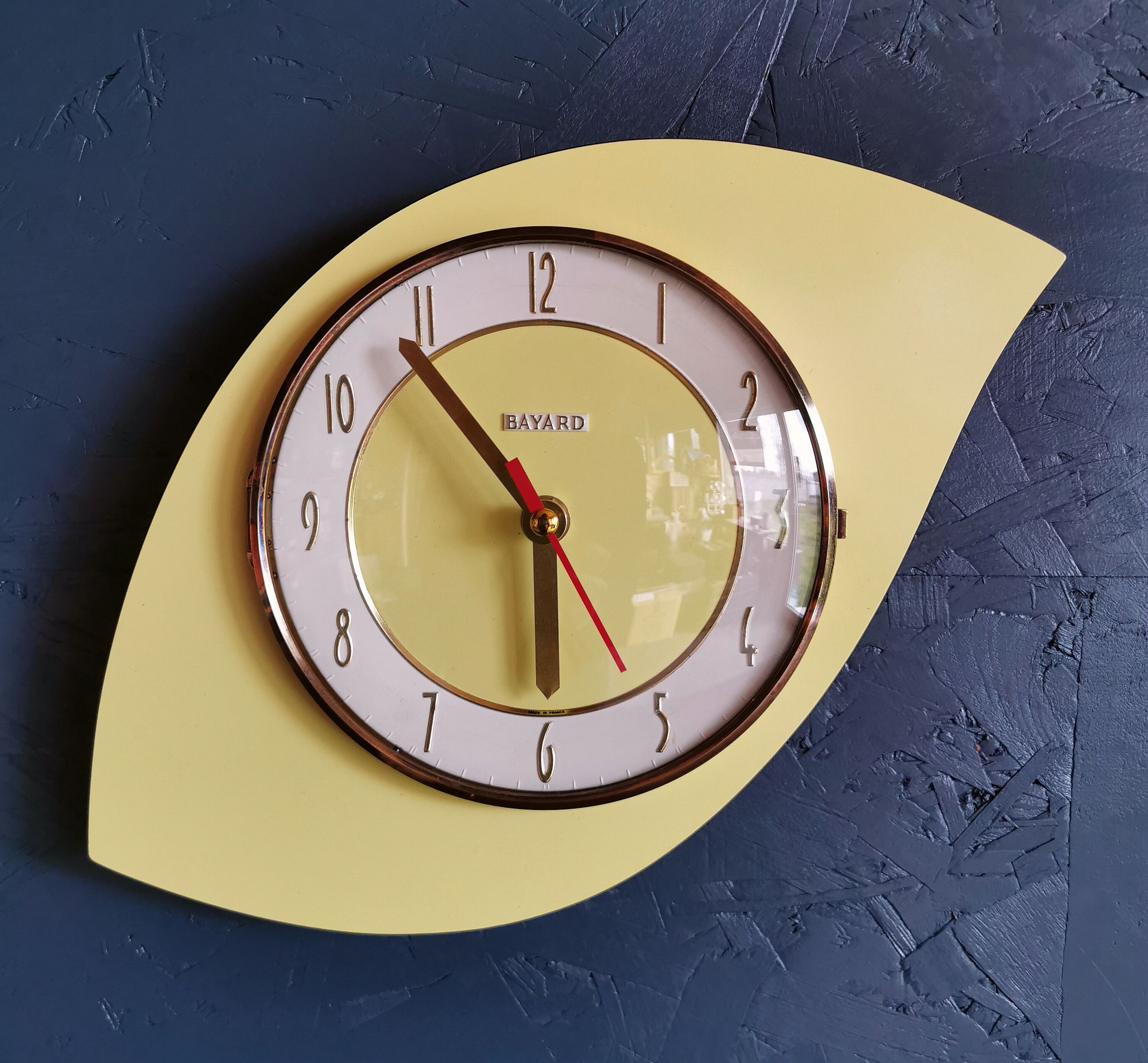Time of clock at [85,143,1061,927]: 5:53
